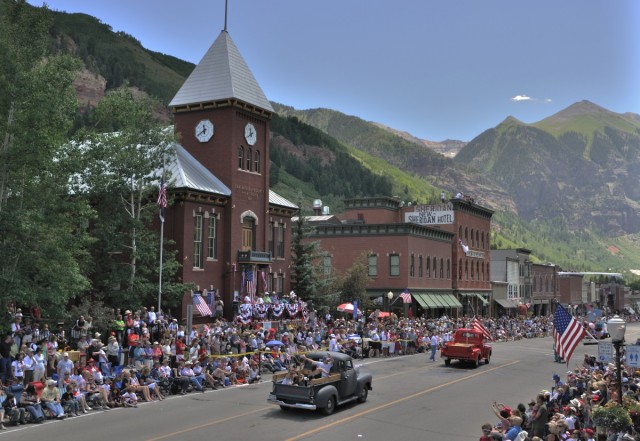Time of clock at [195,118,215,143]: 11:40
